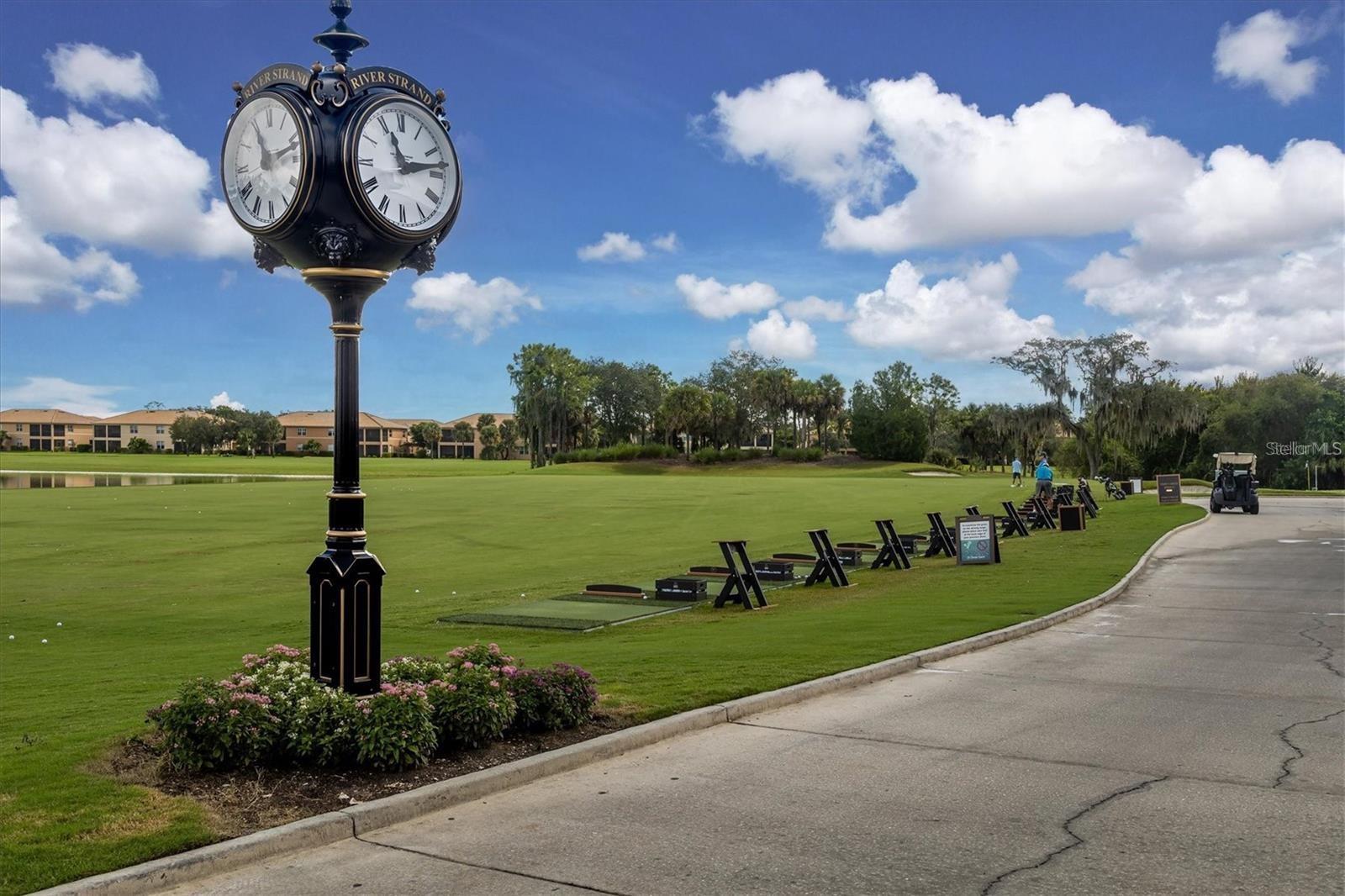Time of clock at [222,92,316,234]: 11:12
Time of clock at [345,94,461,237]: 11:13
